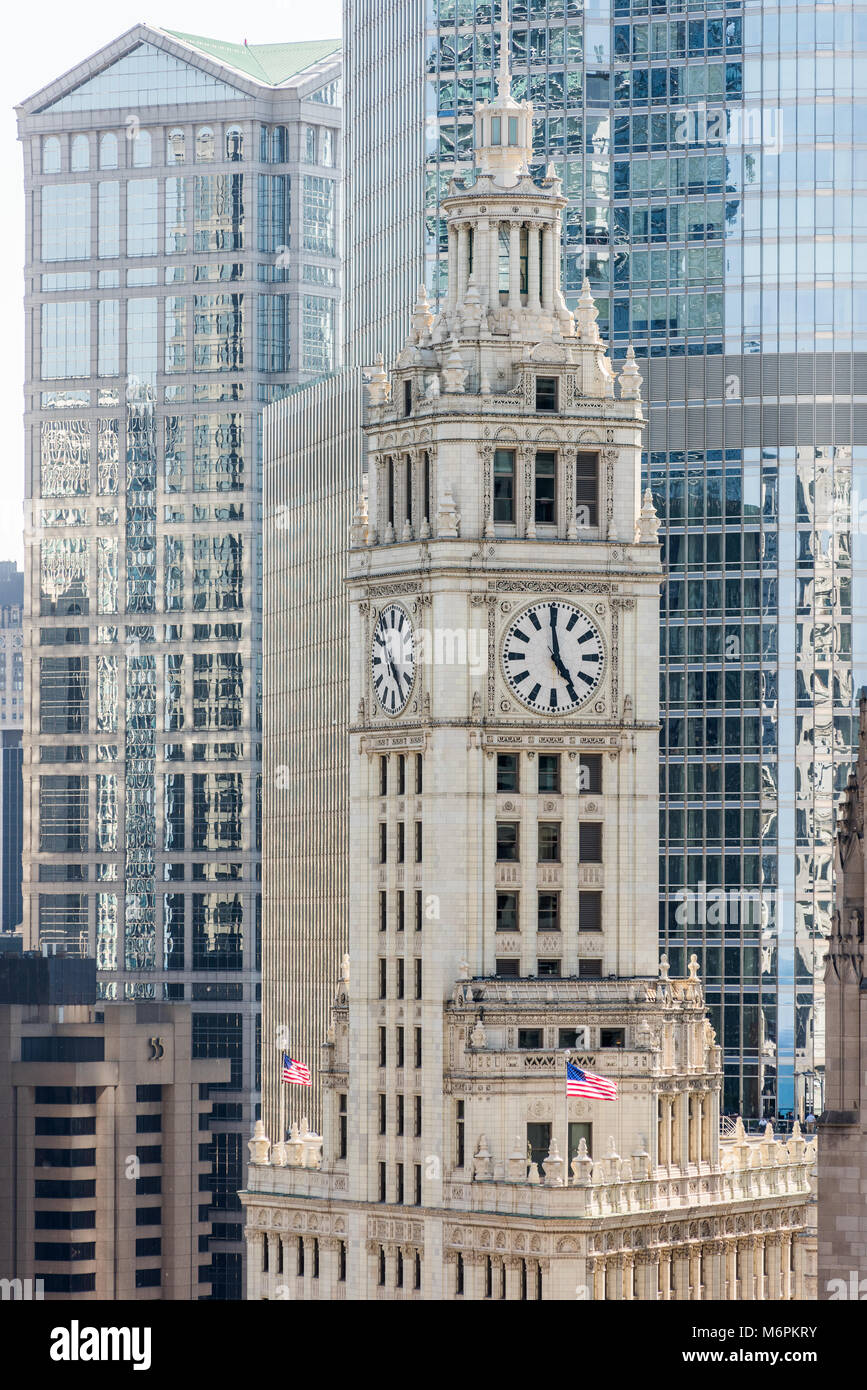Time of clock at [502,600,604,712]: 4:59
